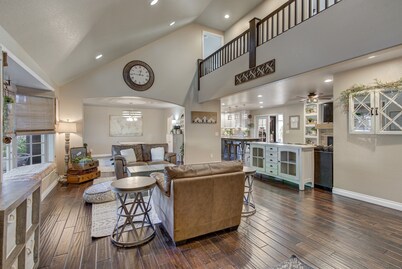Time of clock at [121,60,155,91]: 12:45
